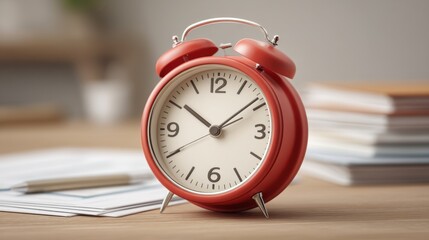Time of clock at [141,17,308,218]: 10:08
